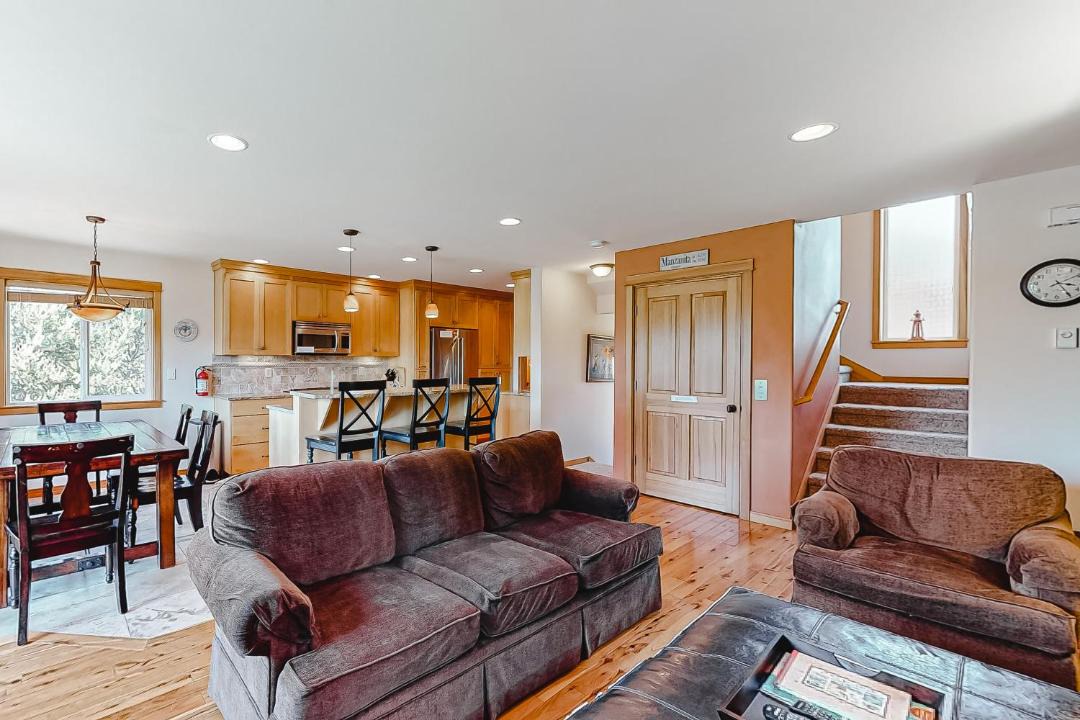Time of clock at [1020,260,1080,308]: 3:24
